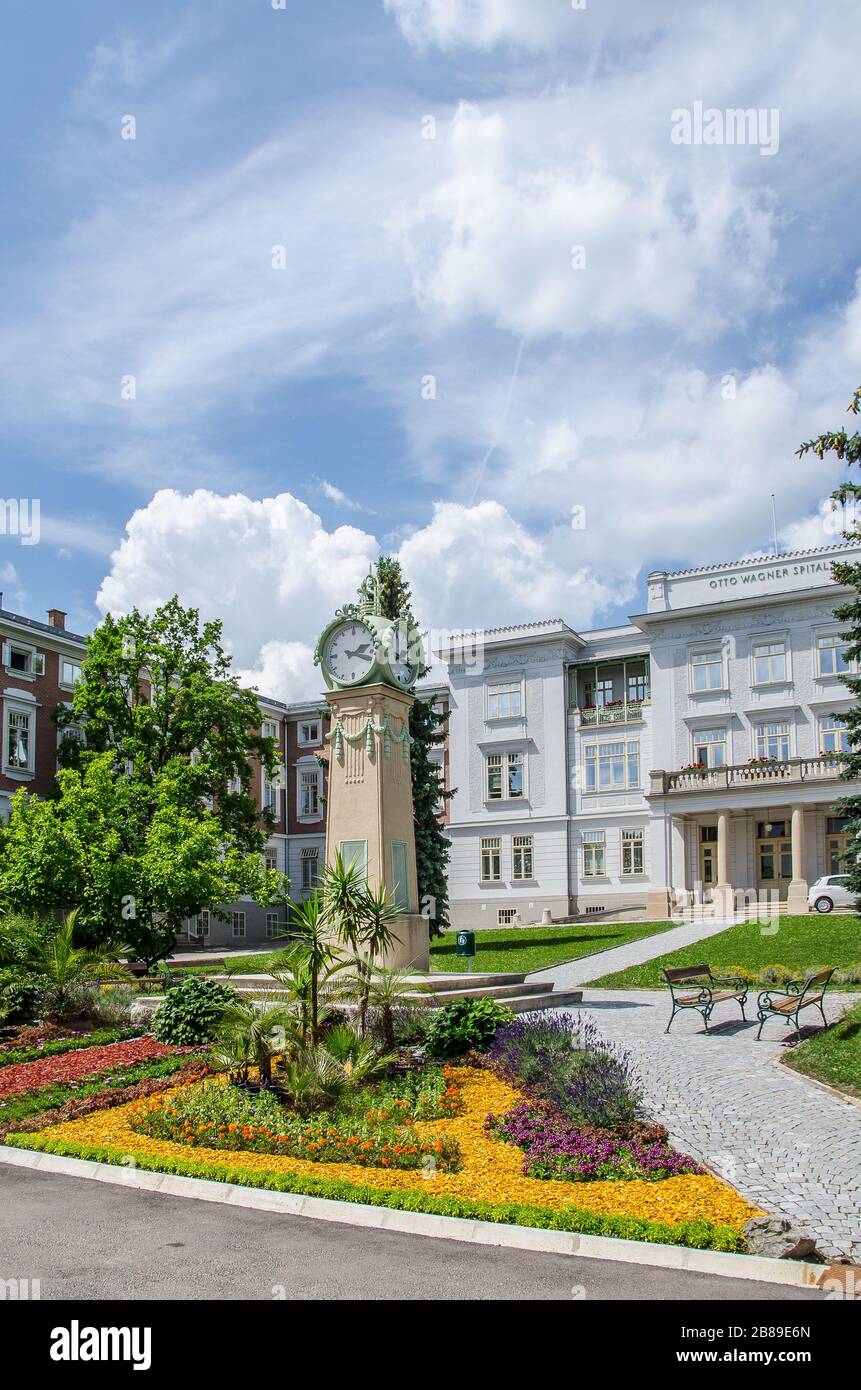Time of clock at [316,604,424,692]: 2:18
